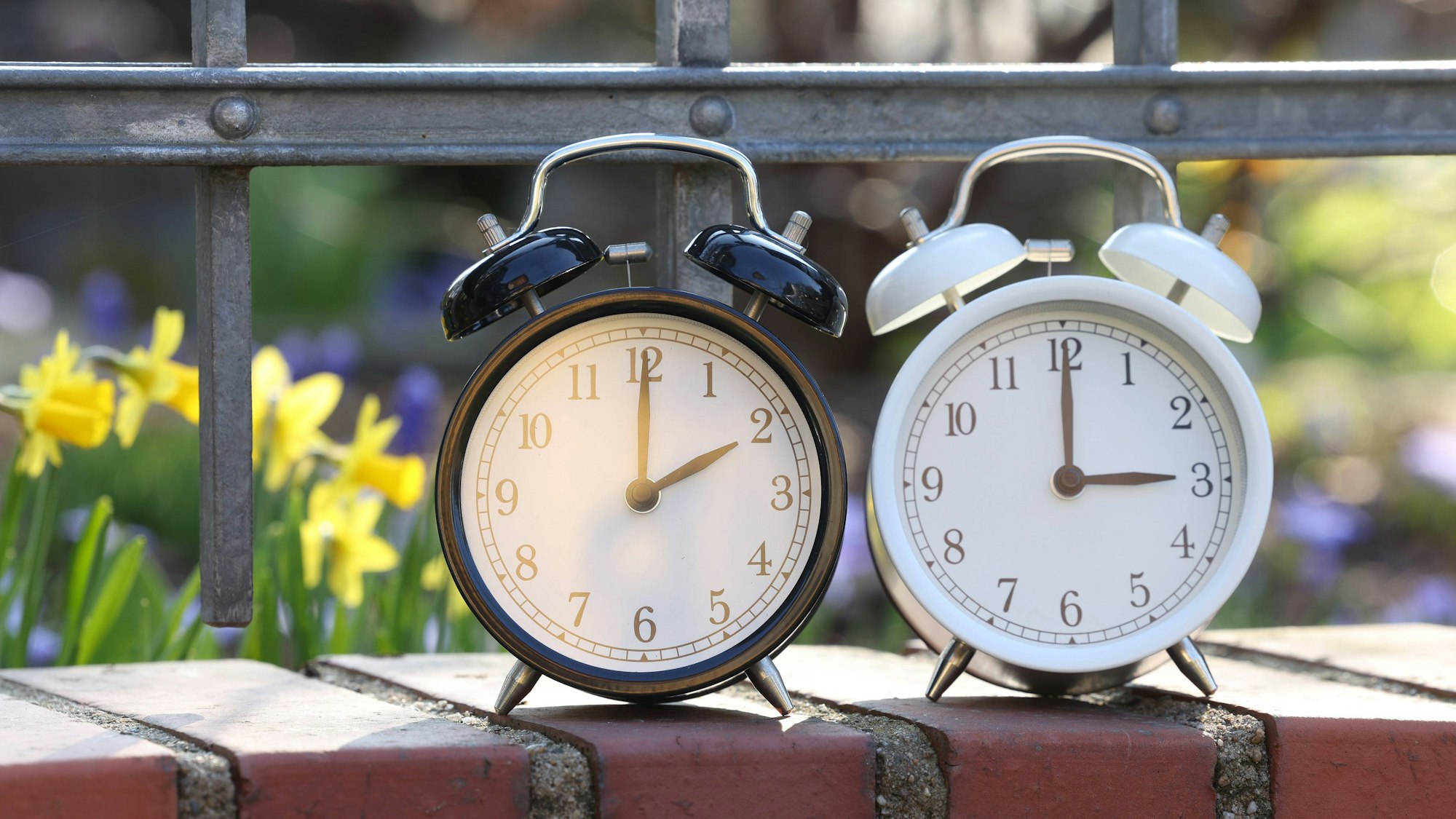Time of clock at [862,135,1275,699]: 3:00
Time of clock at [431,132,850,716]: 2:00
